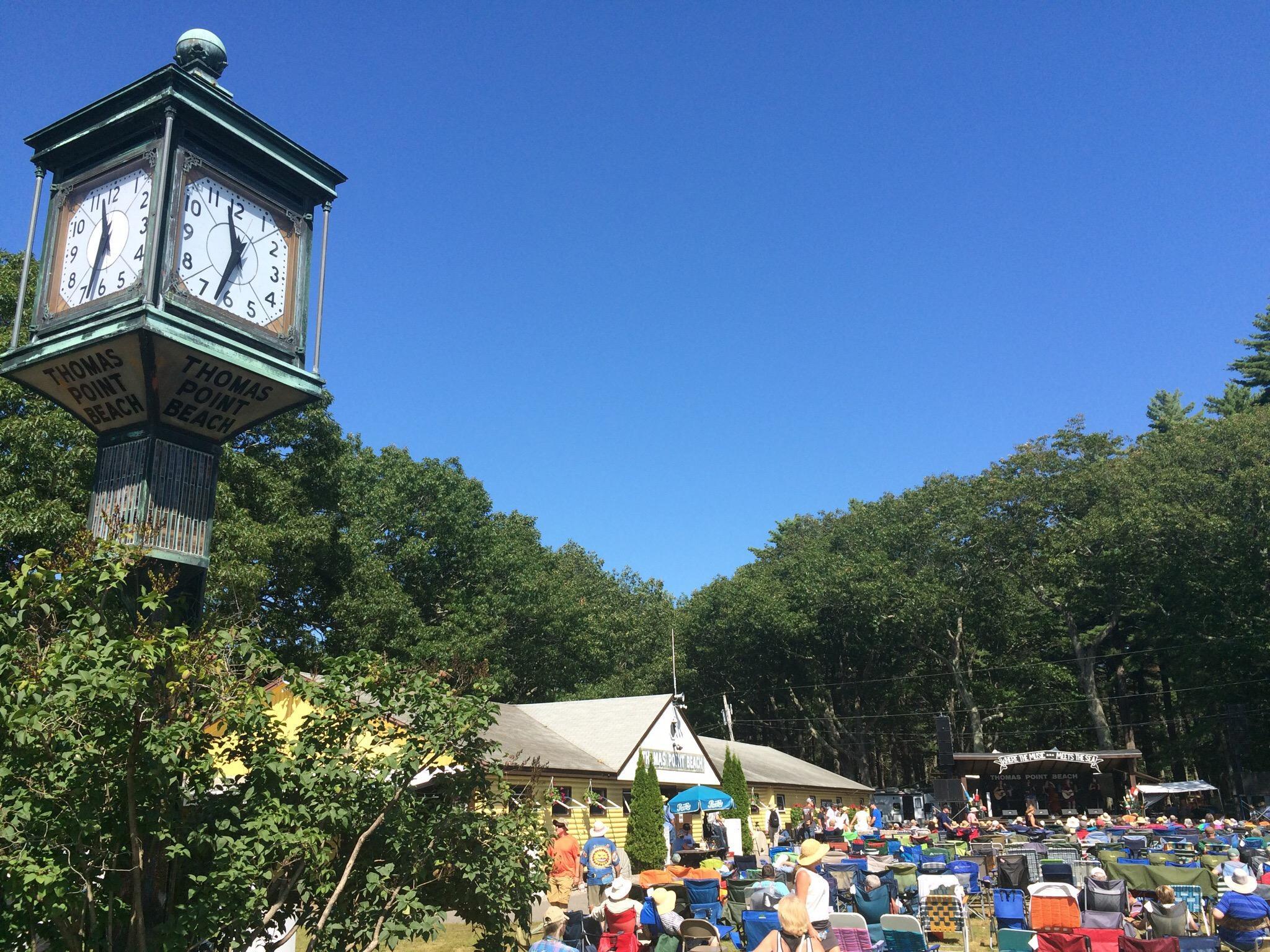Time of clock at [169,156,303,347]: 11:32
